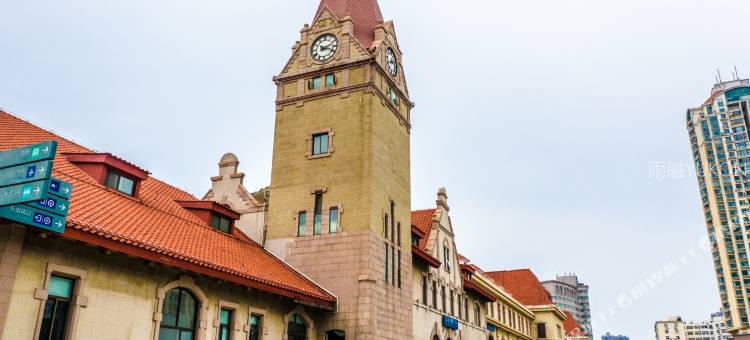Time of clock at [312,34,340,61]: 2:18
